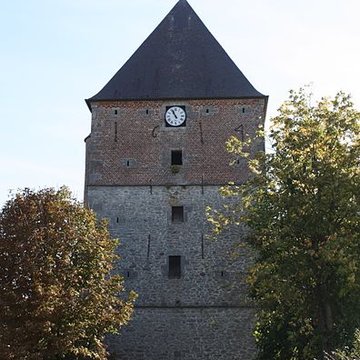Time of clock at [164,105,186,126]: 10:56
